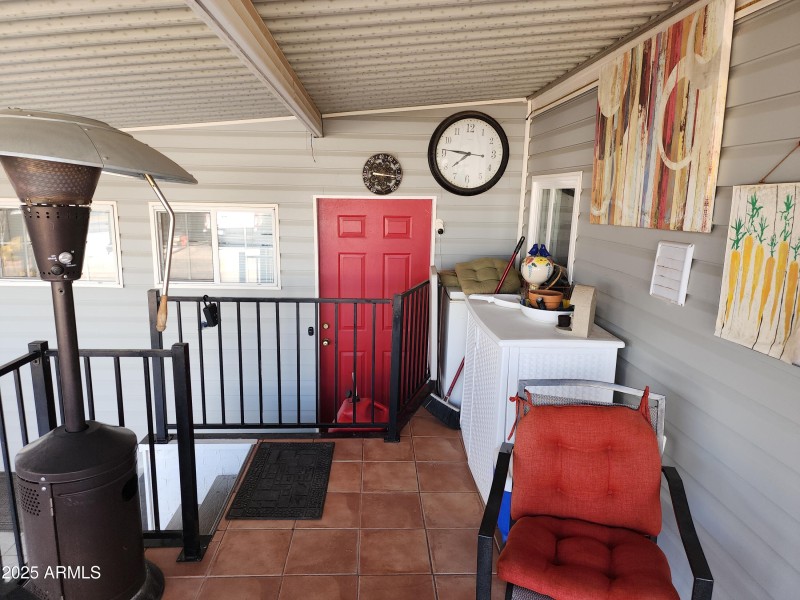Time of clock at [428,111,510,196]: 7:46
